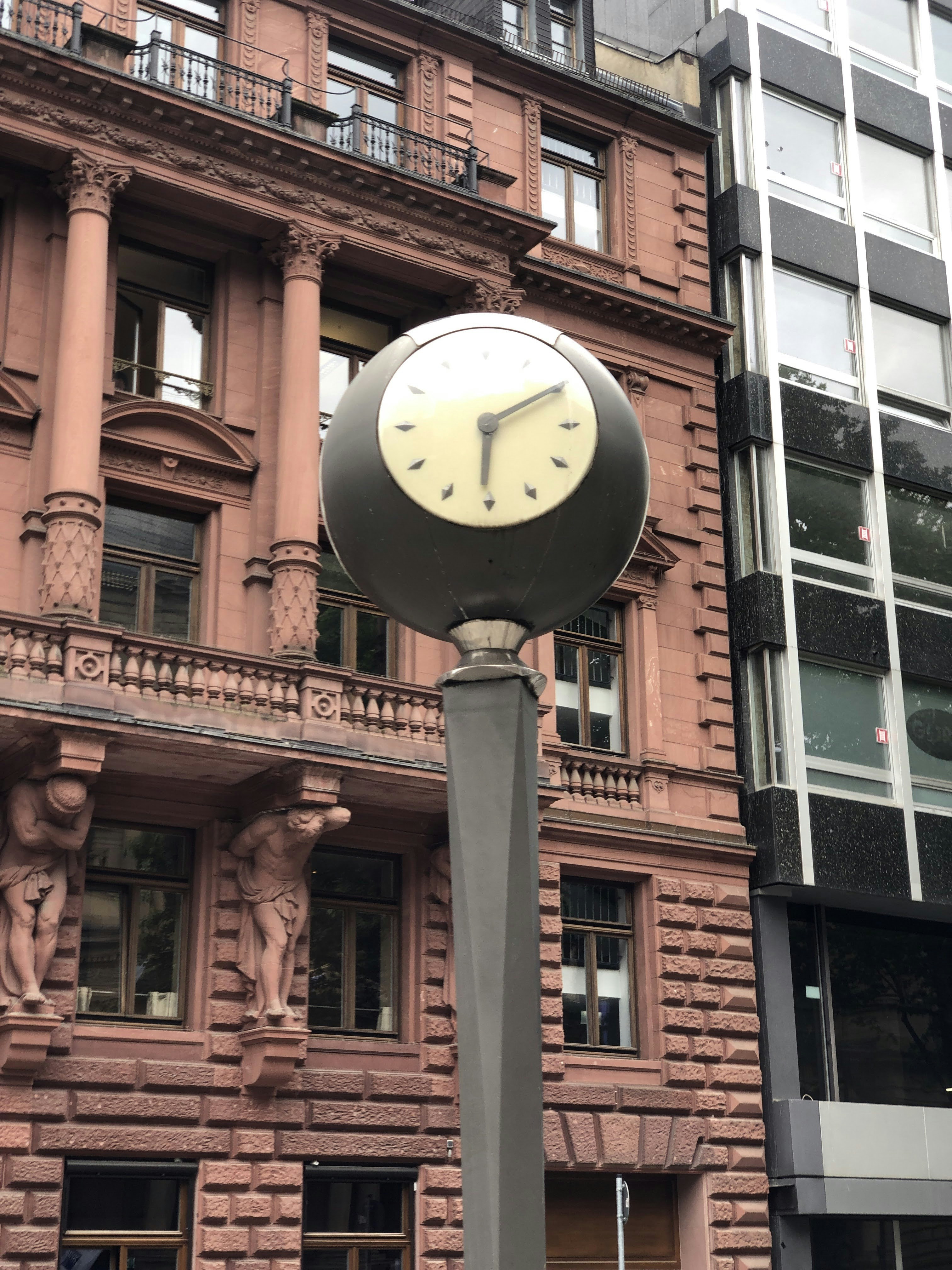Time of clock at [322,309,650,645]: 6:10
